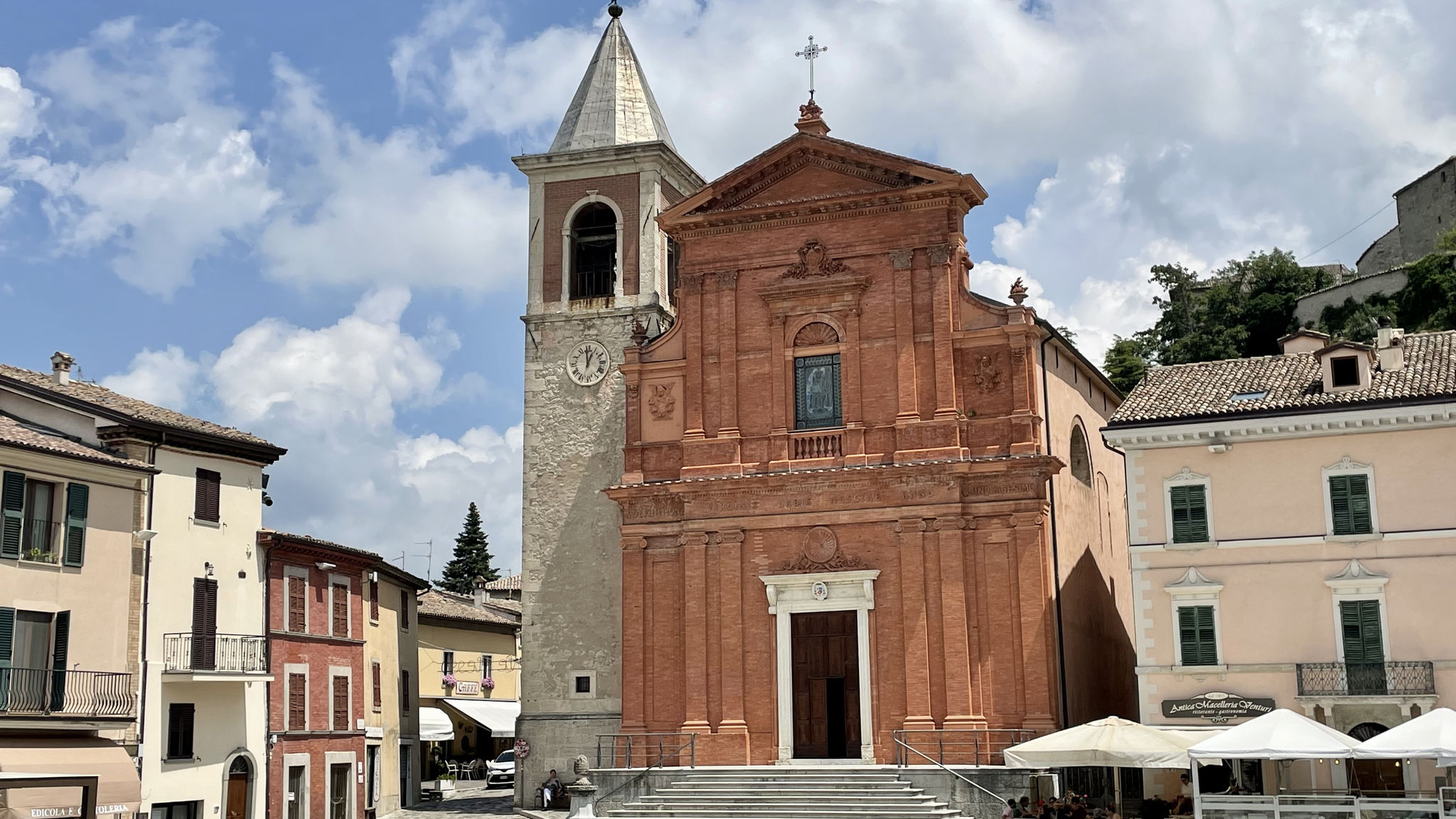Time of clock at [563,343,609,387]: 12:59
